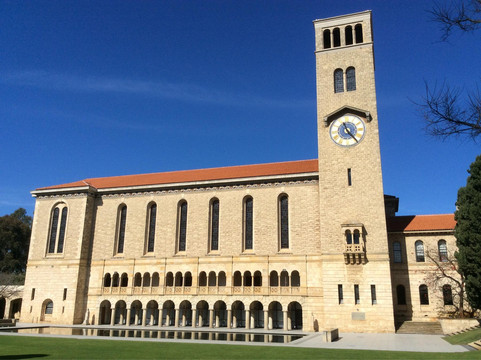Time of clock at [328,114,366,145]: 11:23
